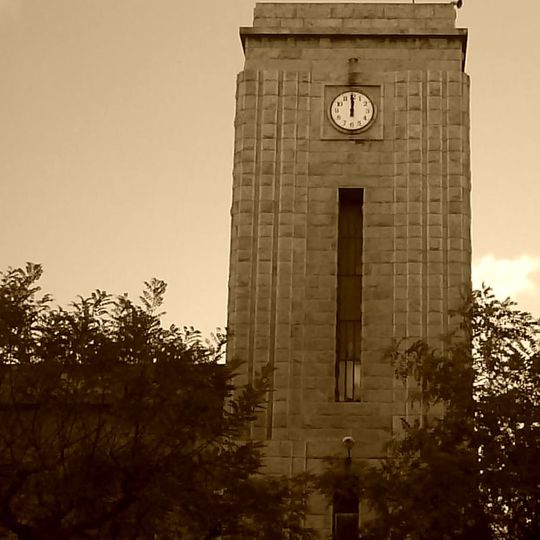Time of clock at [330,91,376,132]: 11:59
